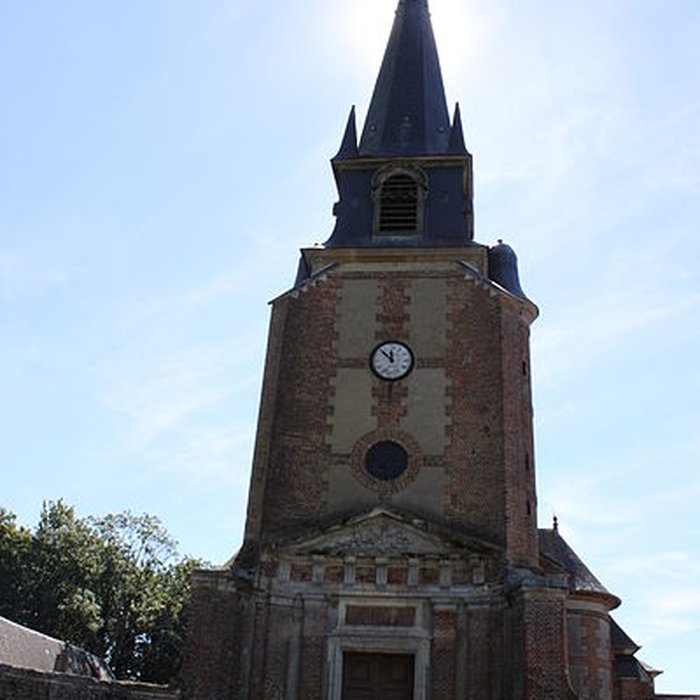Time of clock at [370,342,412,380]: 11:52
